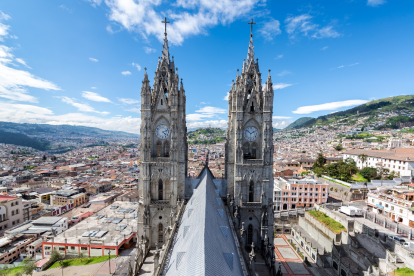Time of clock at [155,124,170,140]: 4:12
